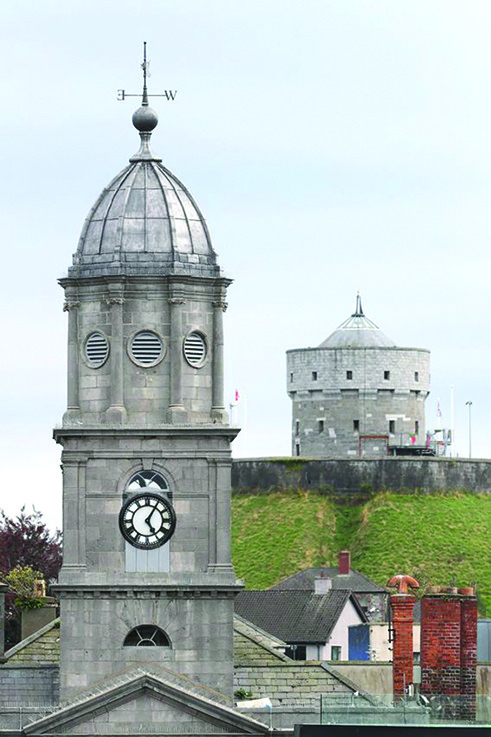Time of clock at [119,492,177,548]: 5:05
